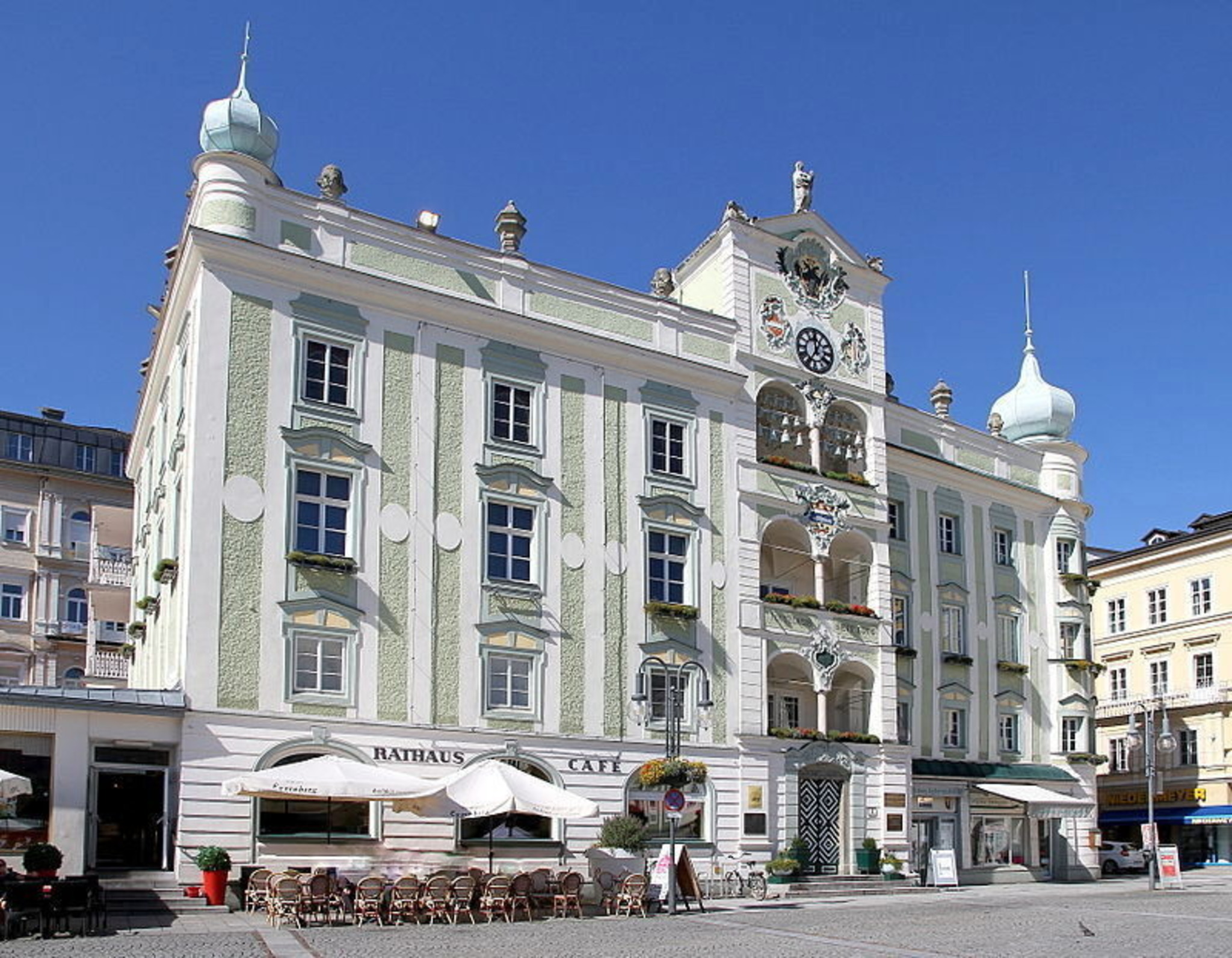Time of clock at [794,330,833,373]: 11:35
